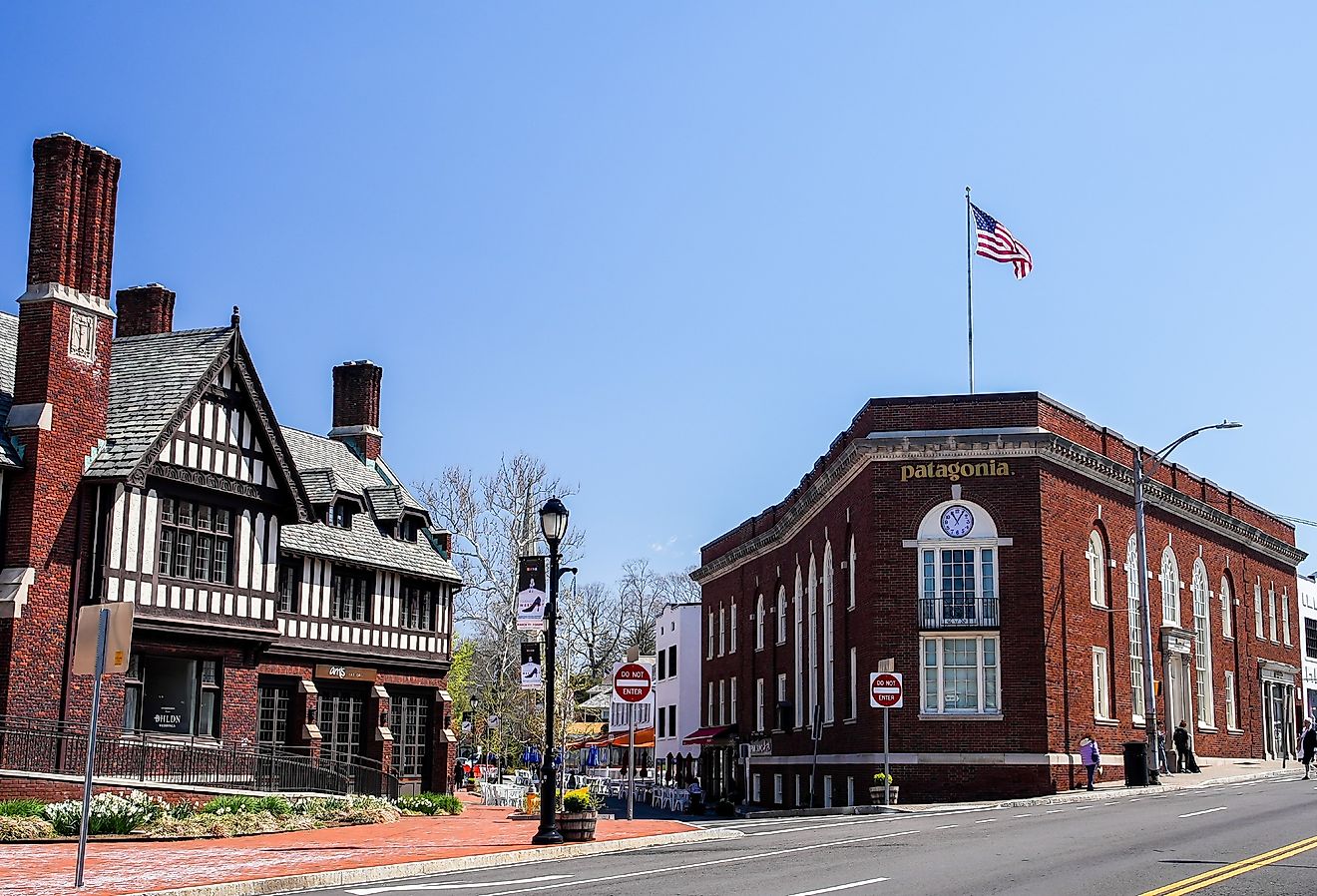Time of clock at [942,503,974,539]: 11:05
